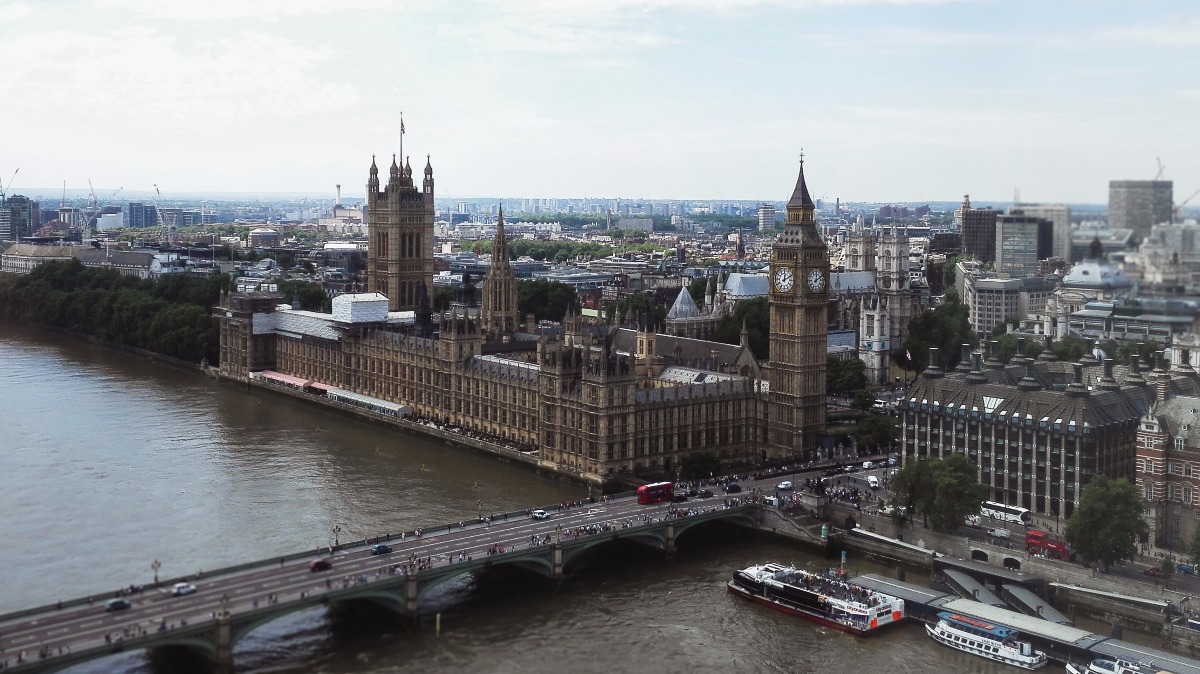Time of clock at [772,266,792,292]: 12:10
